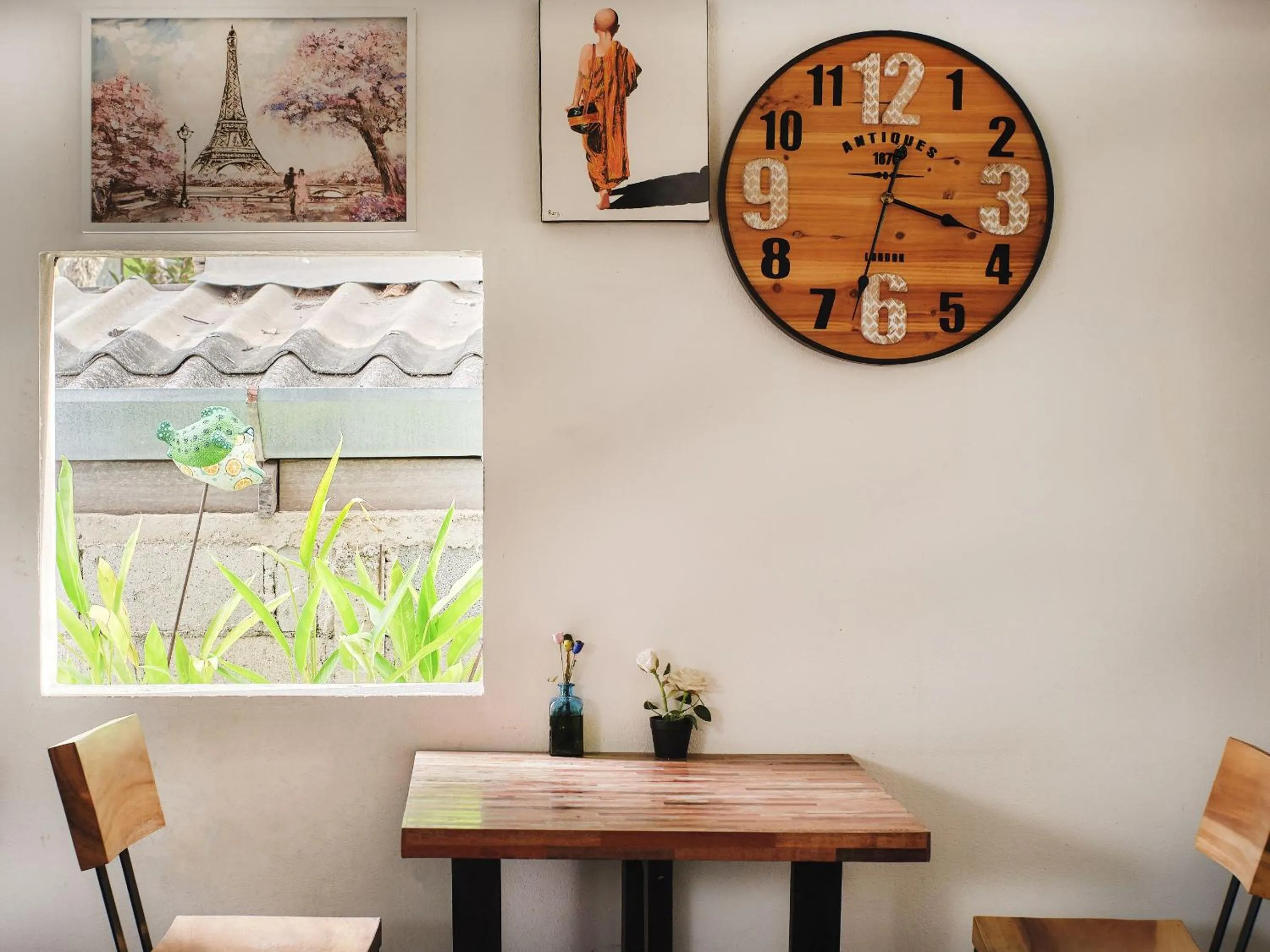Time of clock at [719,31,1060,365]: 3:32
